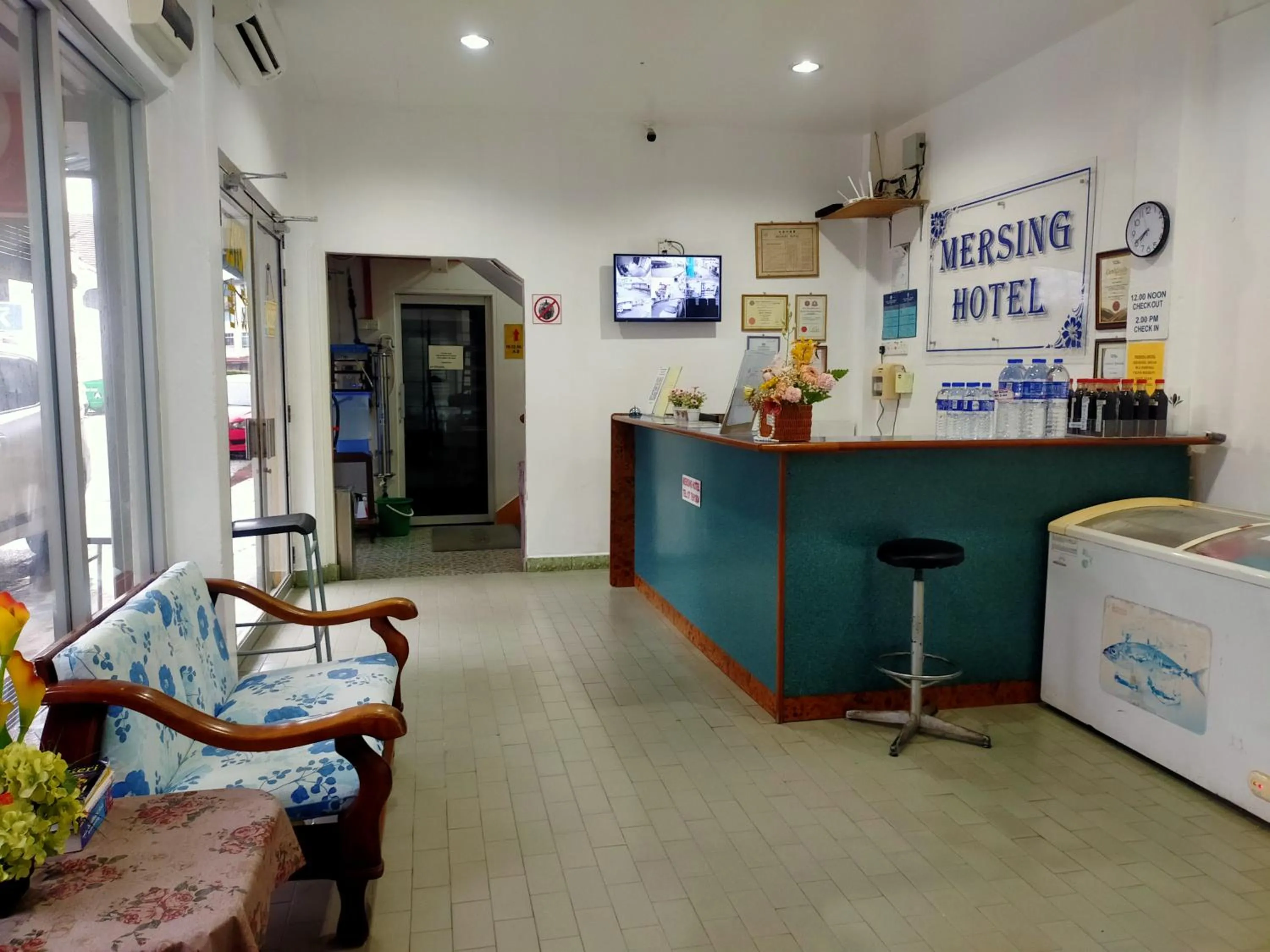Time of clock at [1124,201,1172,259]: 7:40
